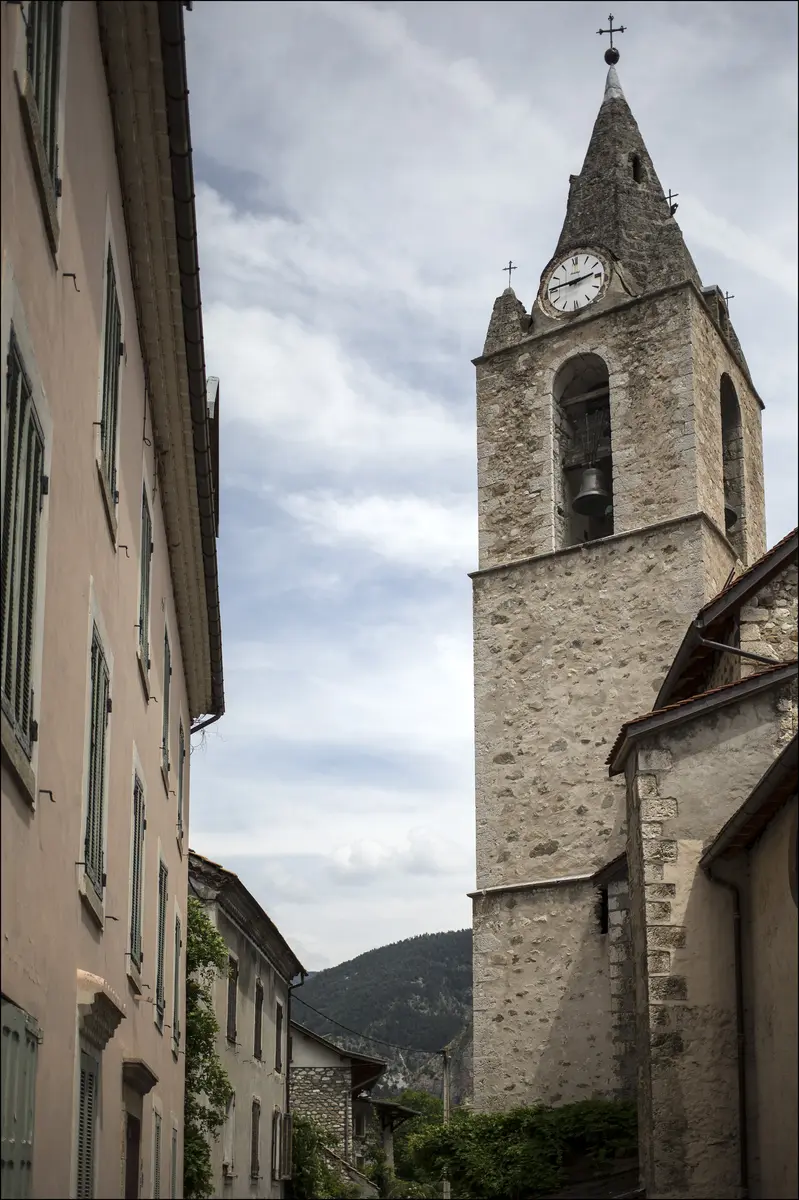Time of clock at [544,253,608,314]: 2:45
